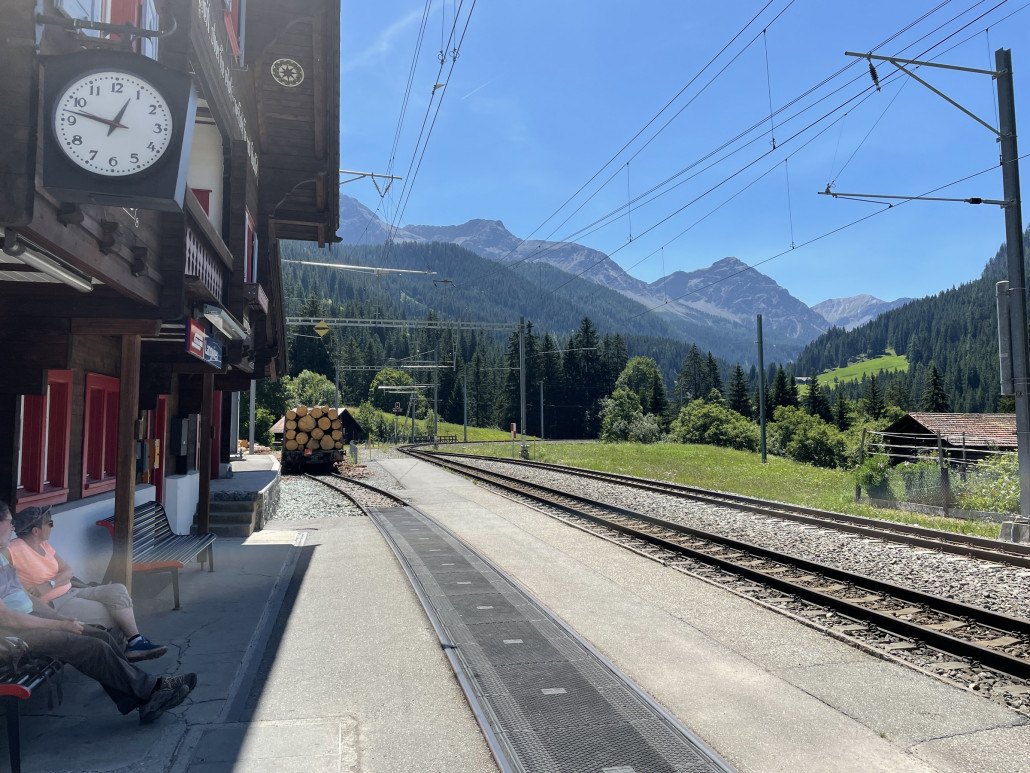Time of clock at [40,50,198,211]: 12:47
